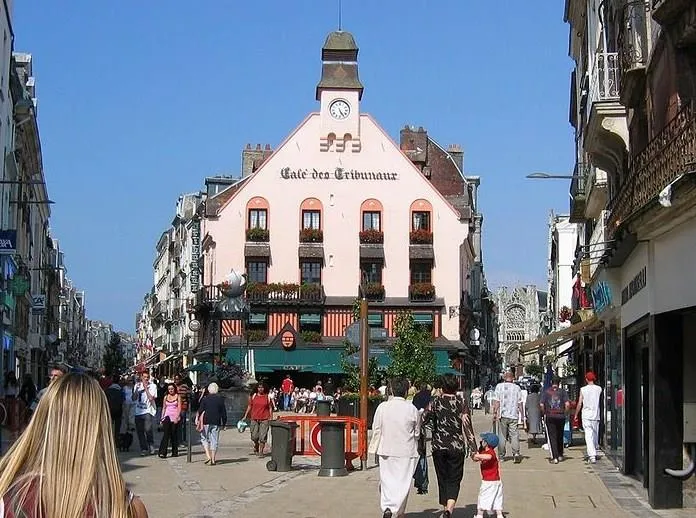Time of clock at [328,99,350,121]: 5:24
